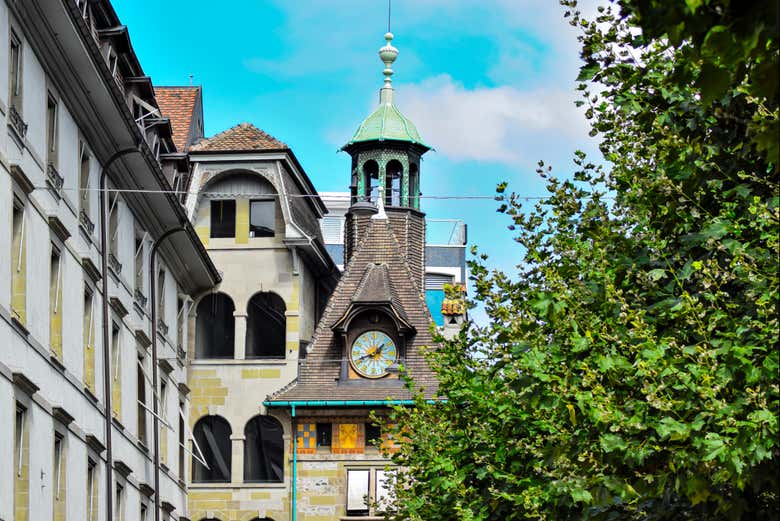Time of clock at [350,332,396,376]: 1:41
